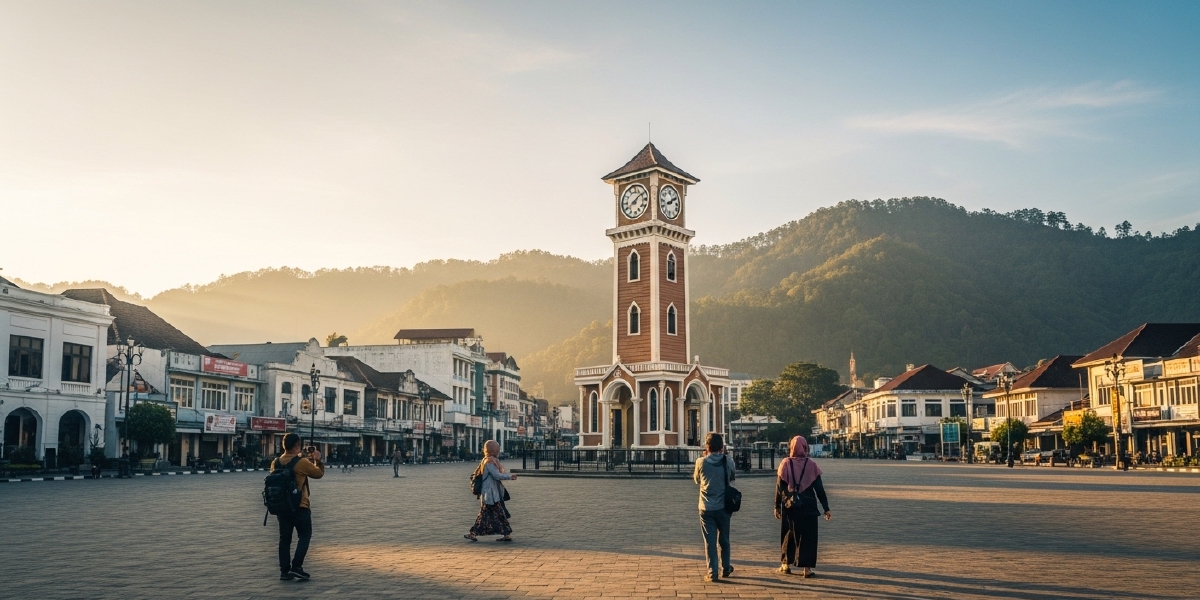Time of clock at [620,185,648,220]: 8:09
